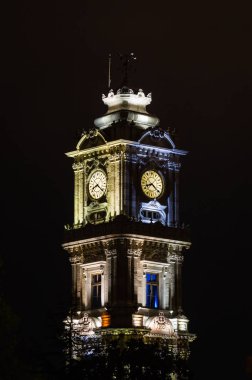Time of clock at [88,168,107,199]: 8:21
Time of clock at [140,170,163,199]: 8:21
